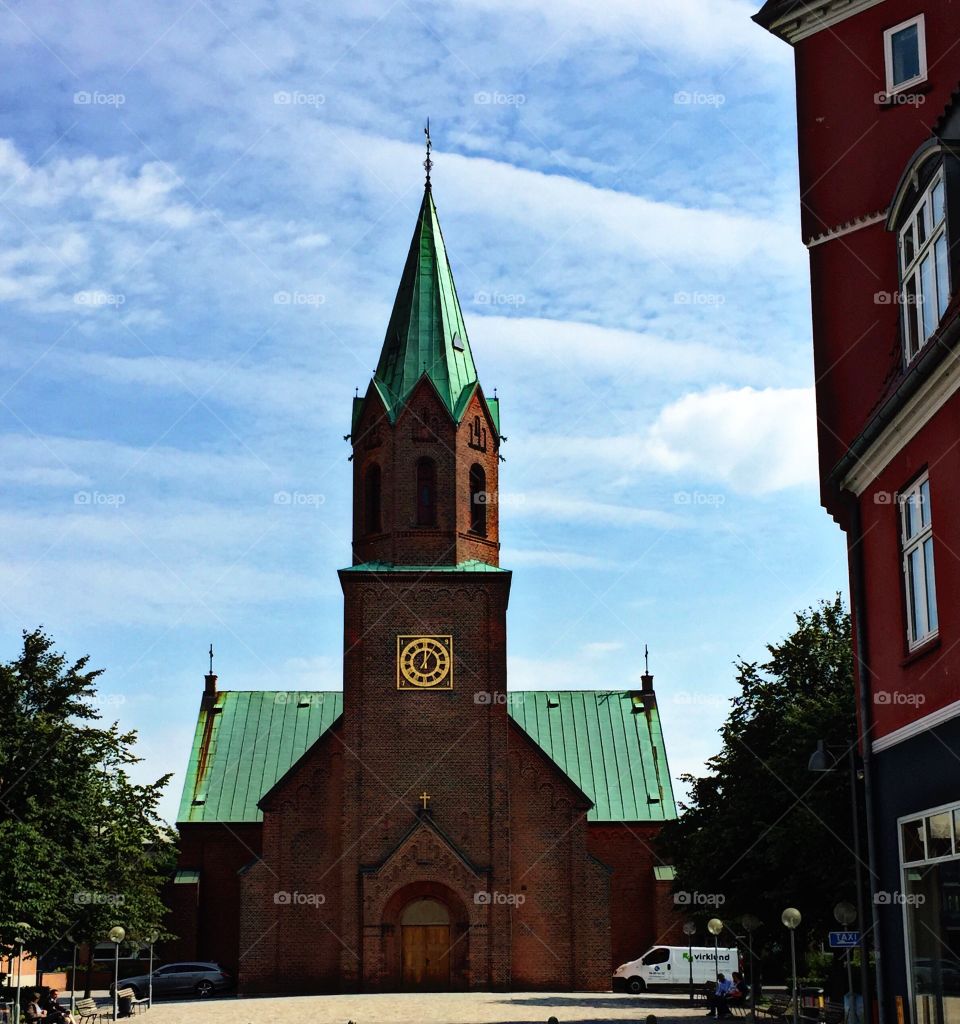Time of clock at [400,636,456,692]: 12:05
